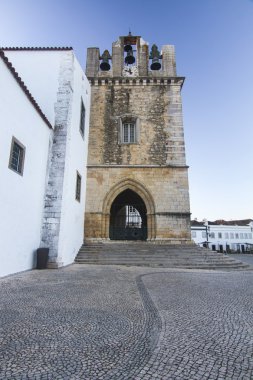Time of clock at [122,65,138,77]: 11:48
